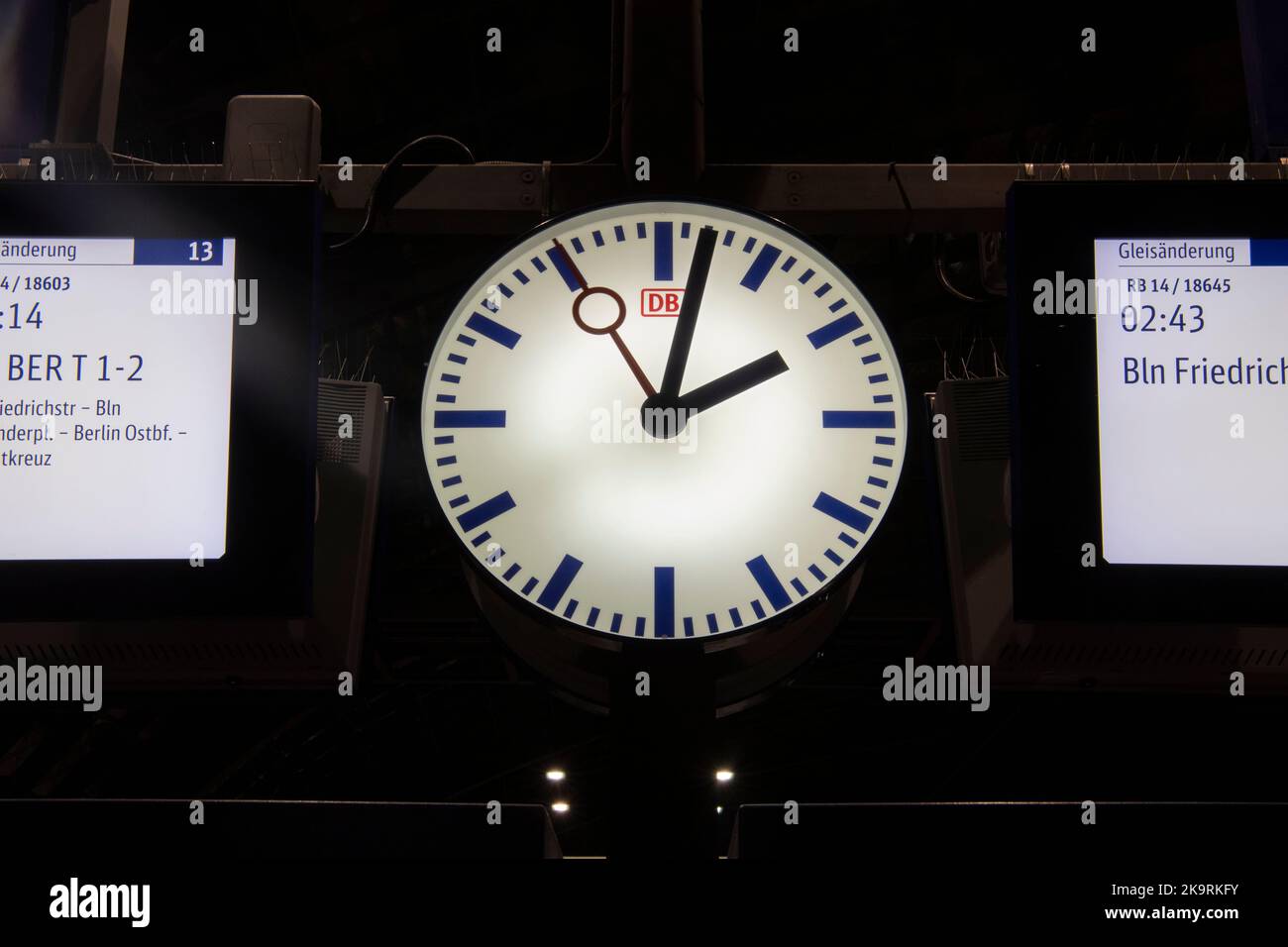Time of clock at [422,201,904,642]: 2:02
